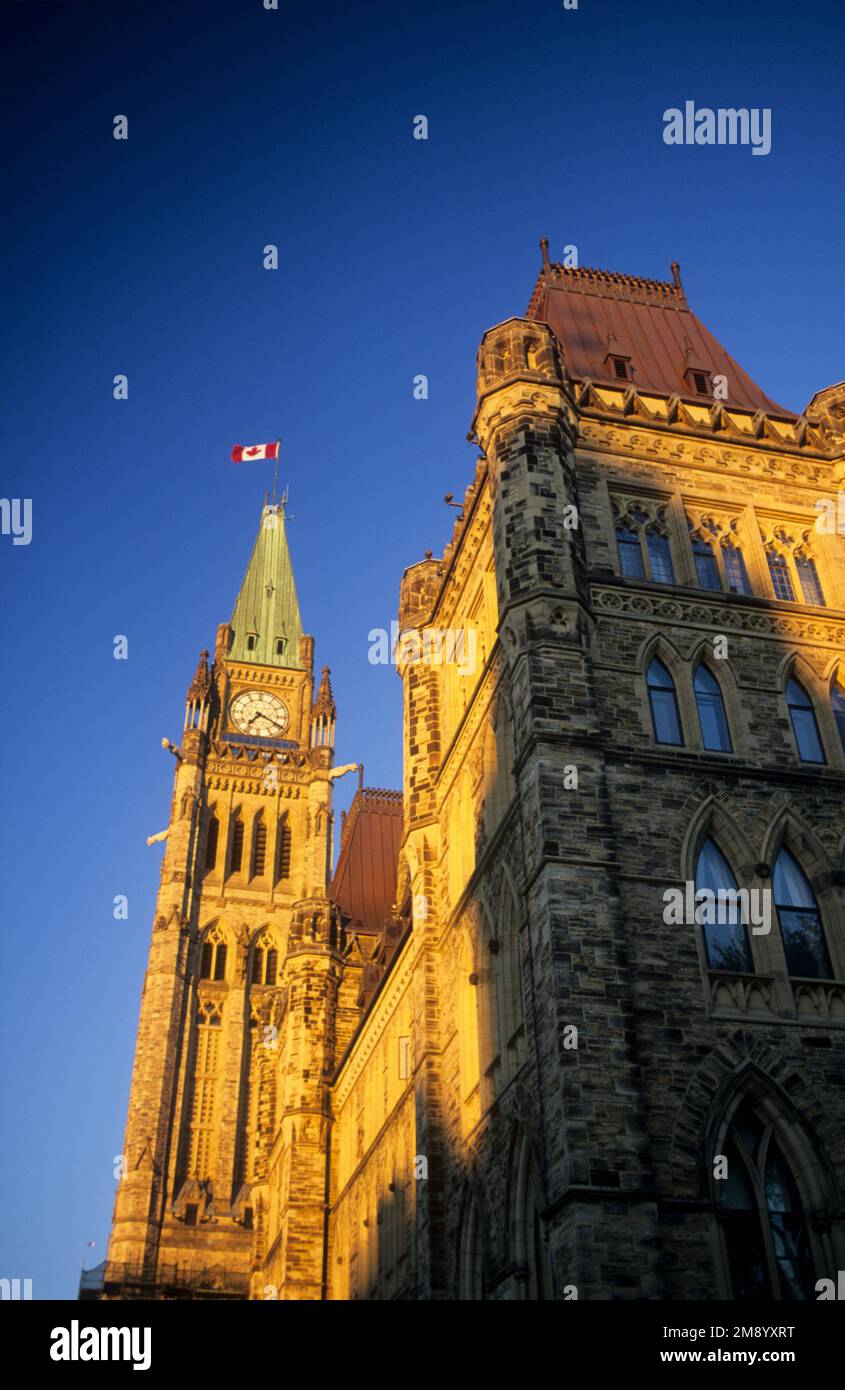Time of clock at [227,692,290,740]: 7:19
